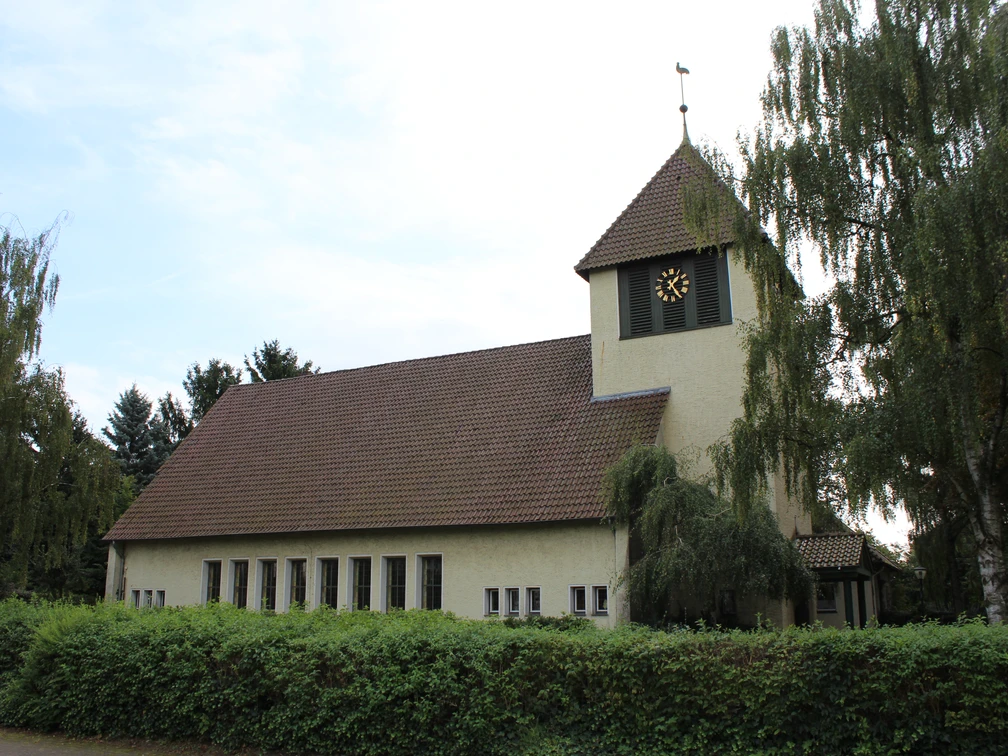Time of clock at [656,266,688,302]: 1:24
